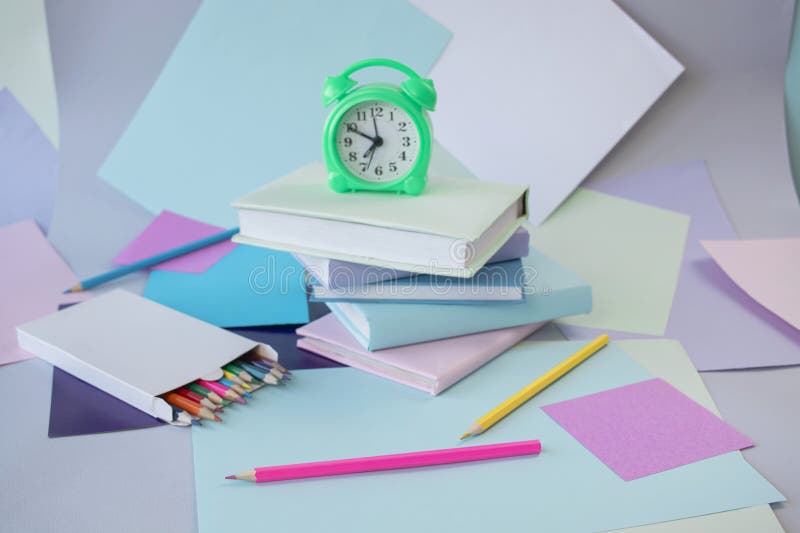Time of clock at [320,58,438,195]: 7:49
